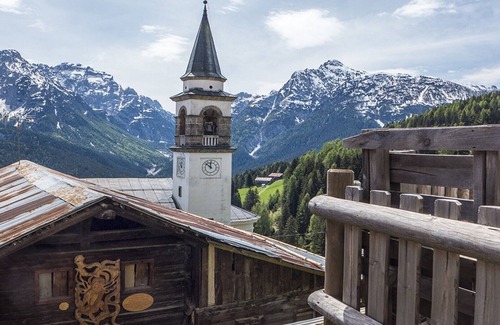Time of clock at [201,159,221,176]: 11:52
